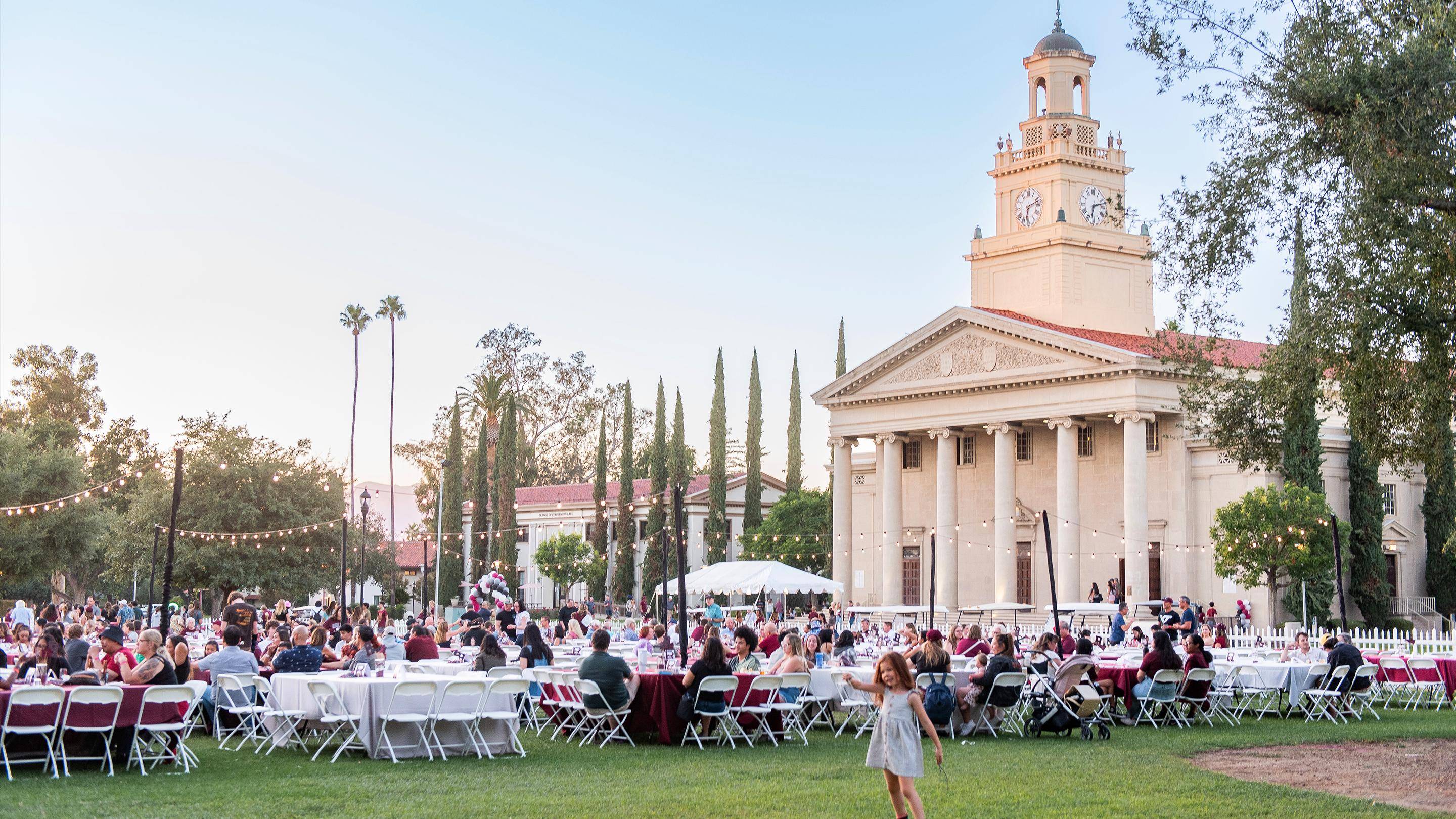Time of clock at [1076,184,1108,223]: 6:12
